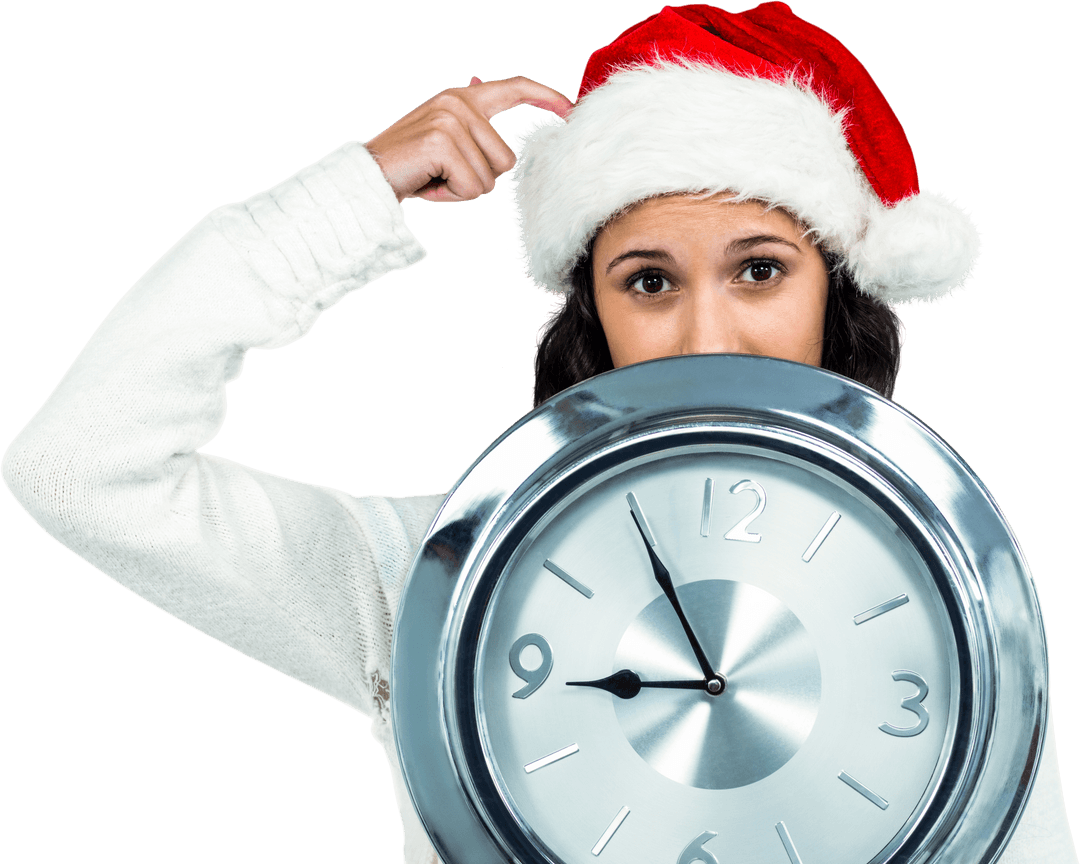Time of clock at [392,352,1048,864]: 8:54
